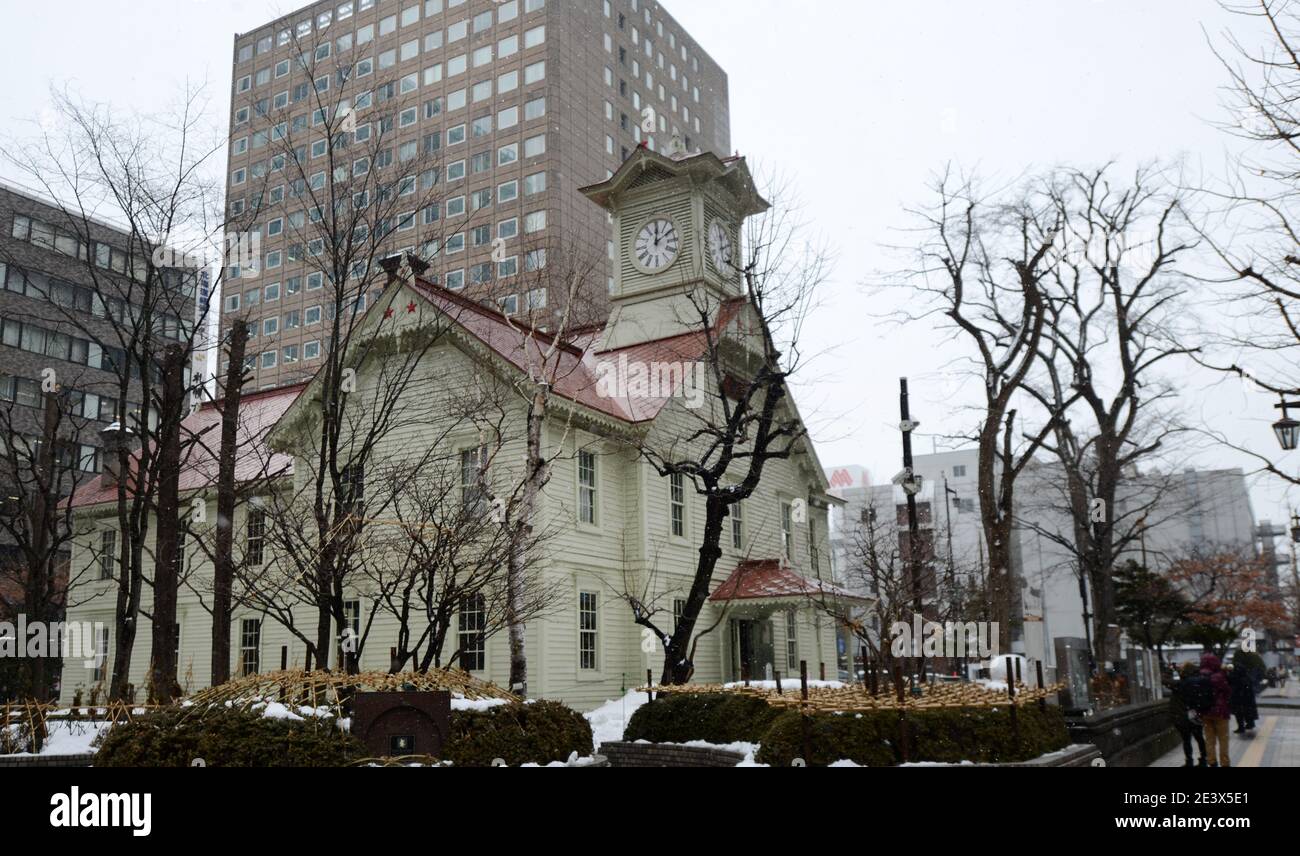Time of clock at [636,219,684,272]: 12:09
